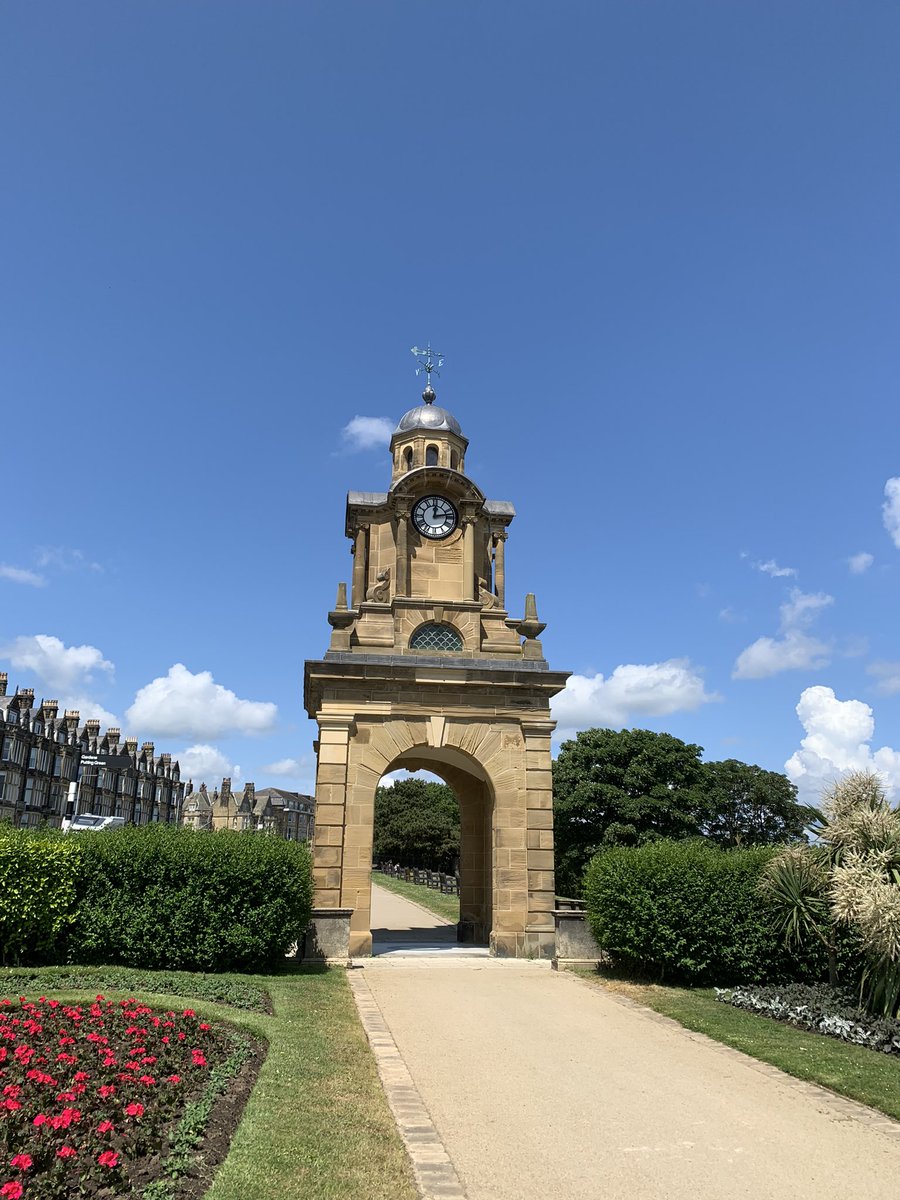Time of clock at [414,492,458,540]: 12:13
